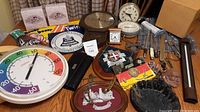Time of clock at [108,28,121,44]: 4:38
